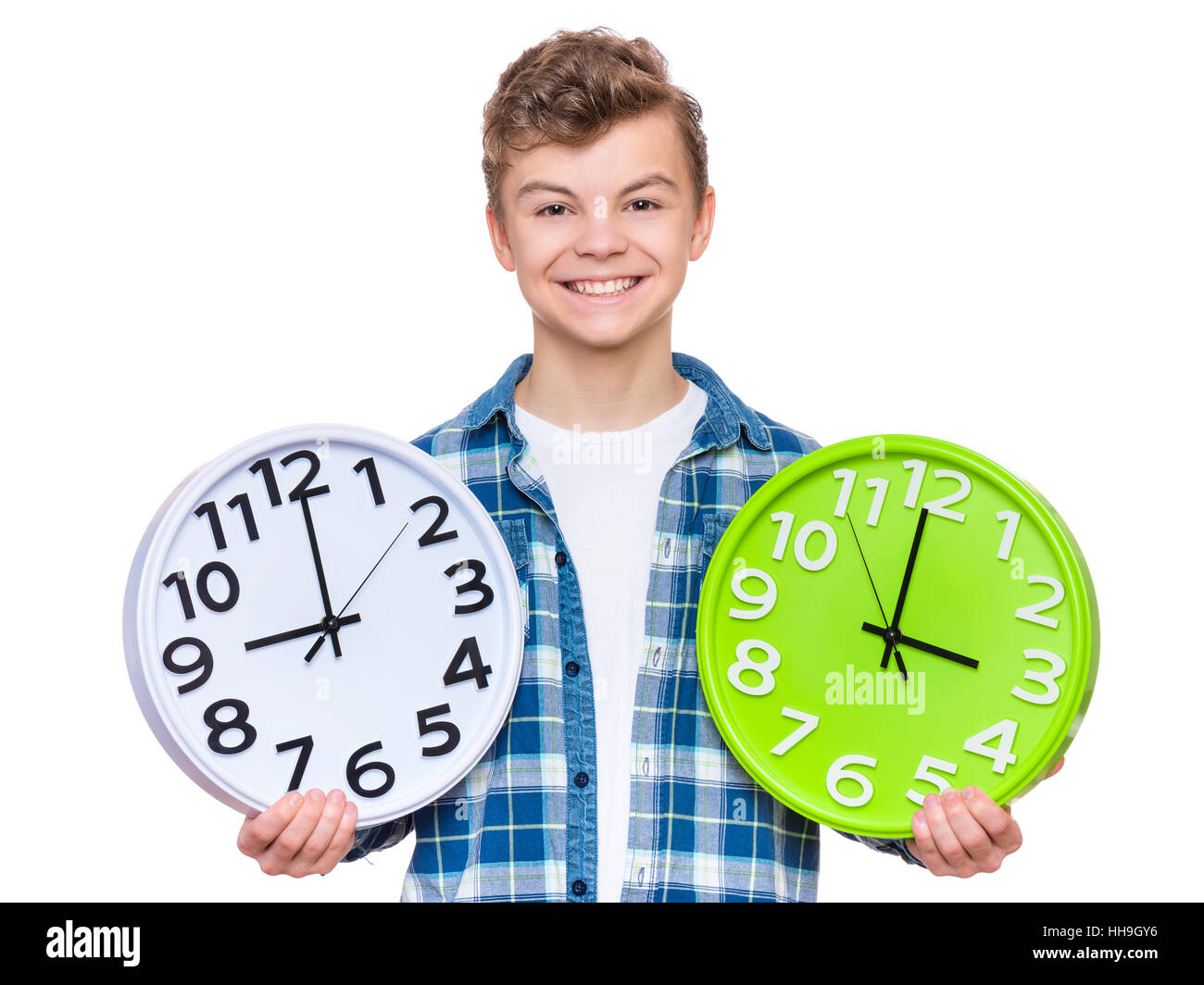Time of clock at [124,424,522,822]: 9:00
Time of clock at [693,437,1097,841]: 2:59
